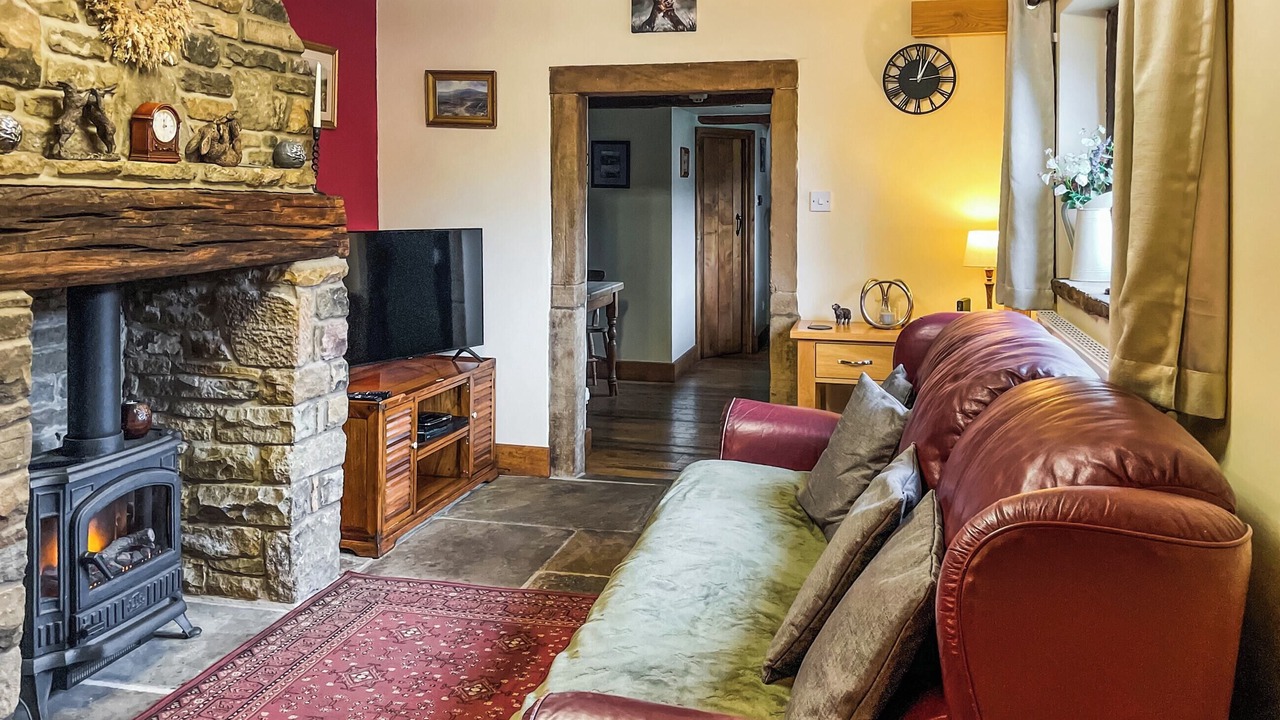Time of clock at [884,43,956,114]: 1:01
